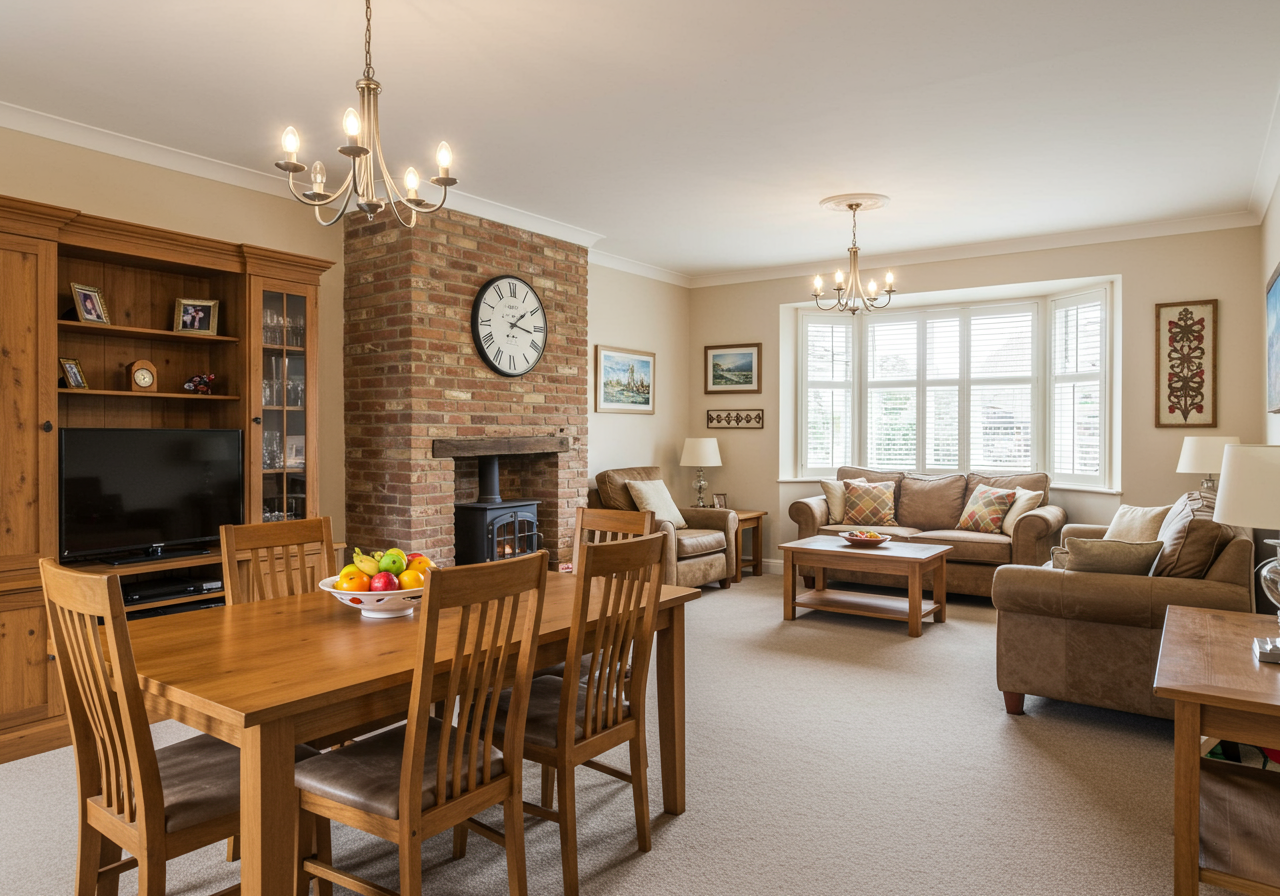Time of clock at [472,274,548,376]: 1:16
